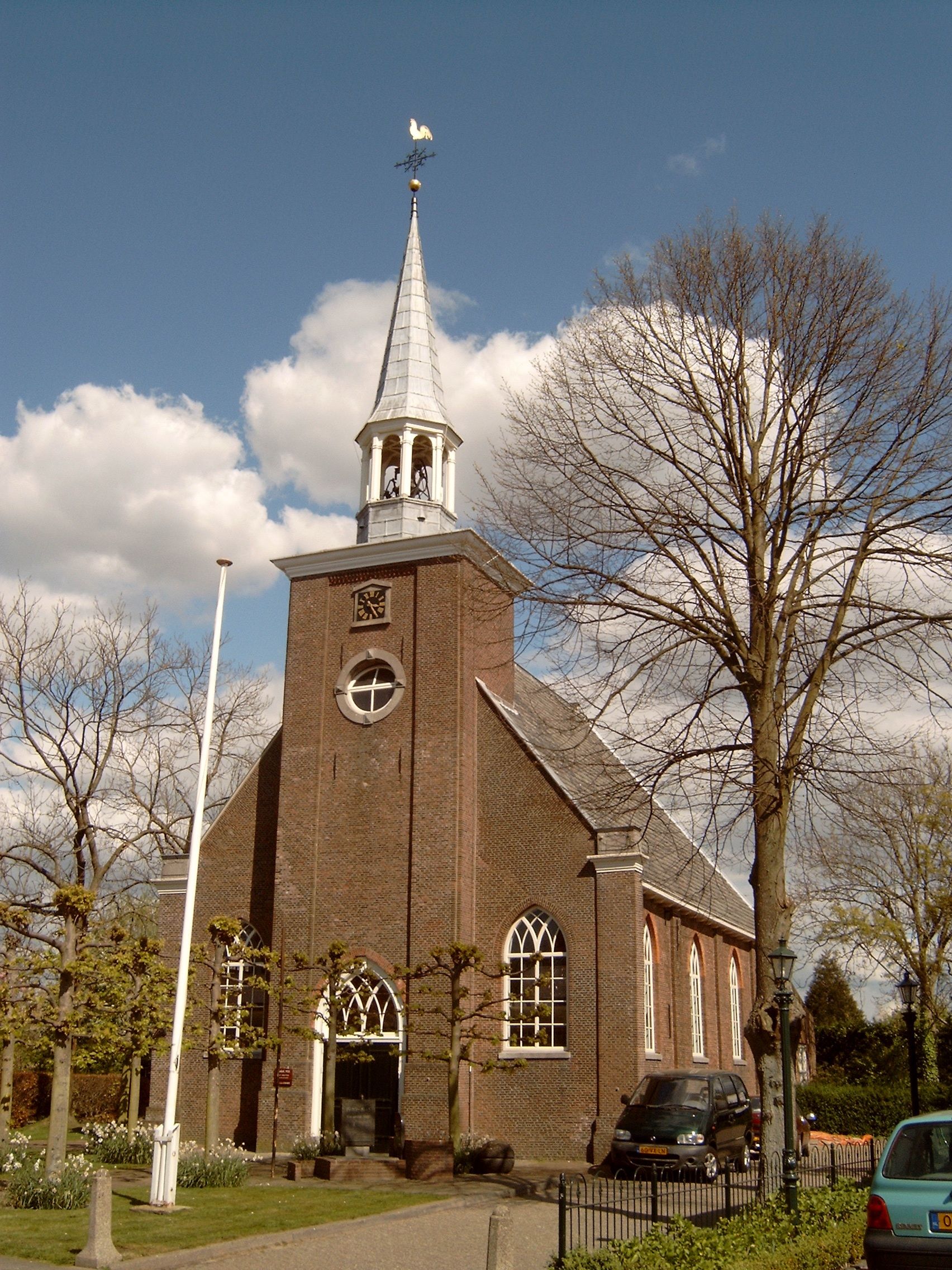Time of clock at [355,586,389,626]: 3:24
